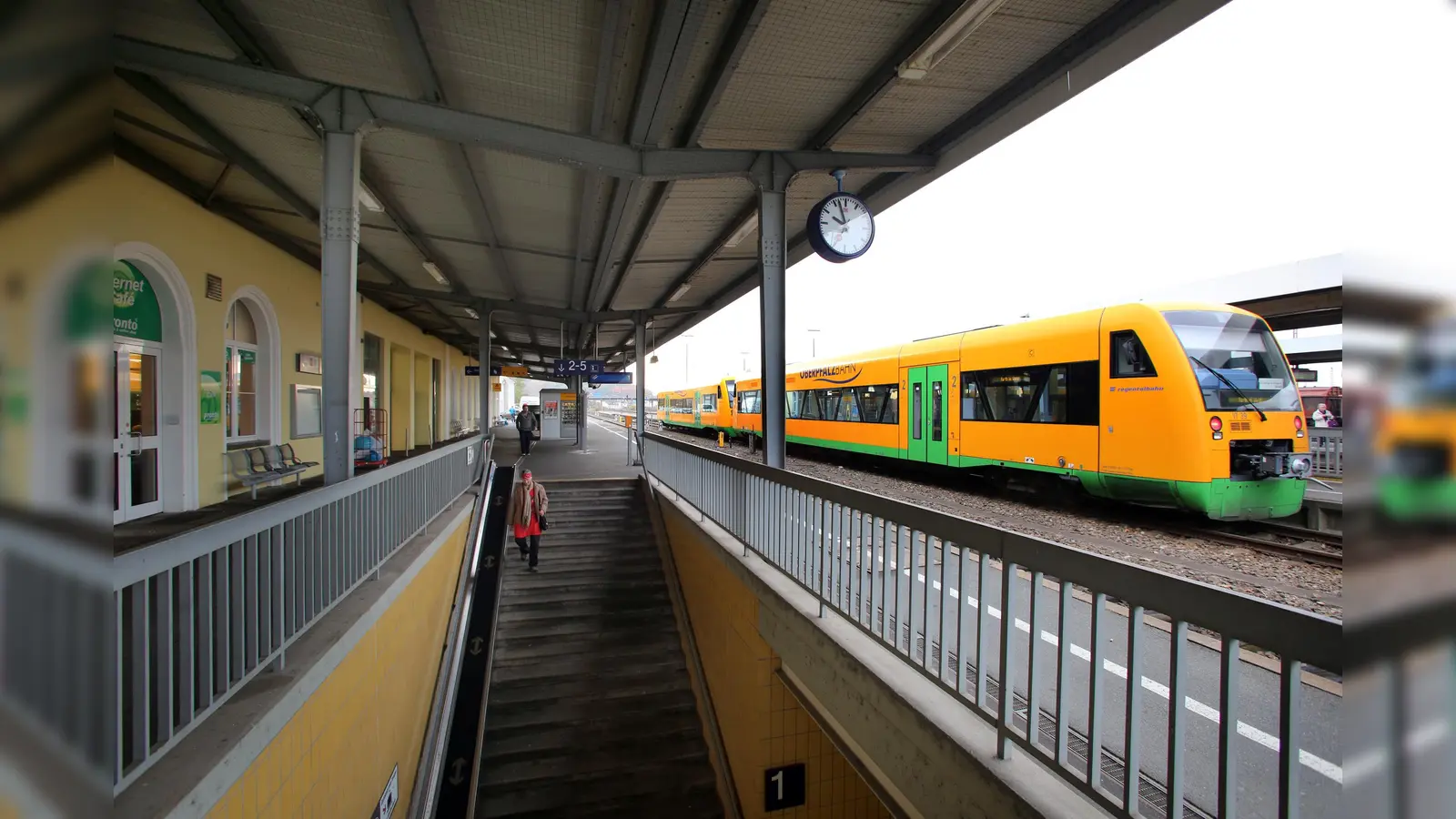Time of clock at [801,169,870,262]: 9:57
